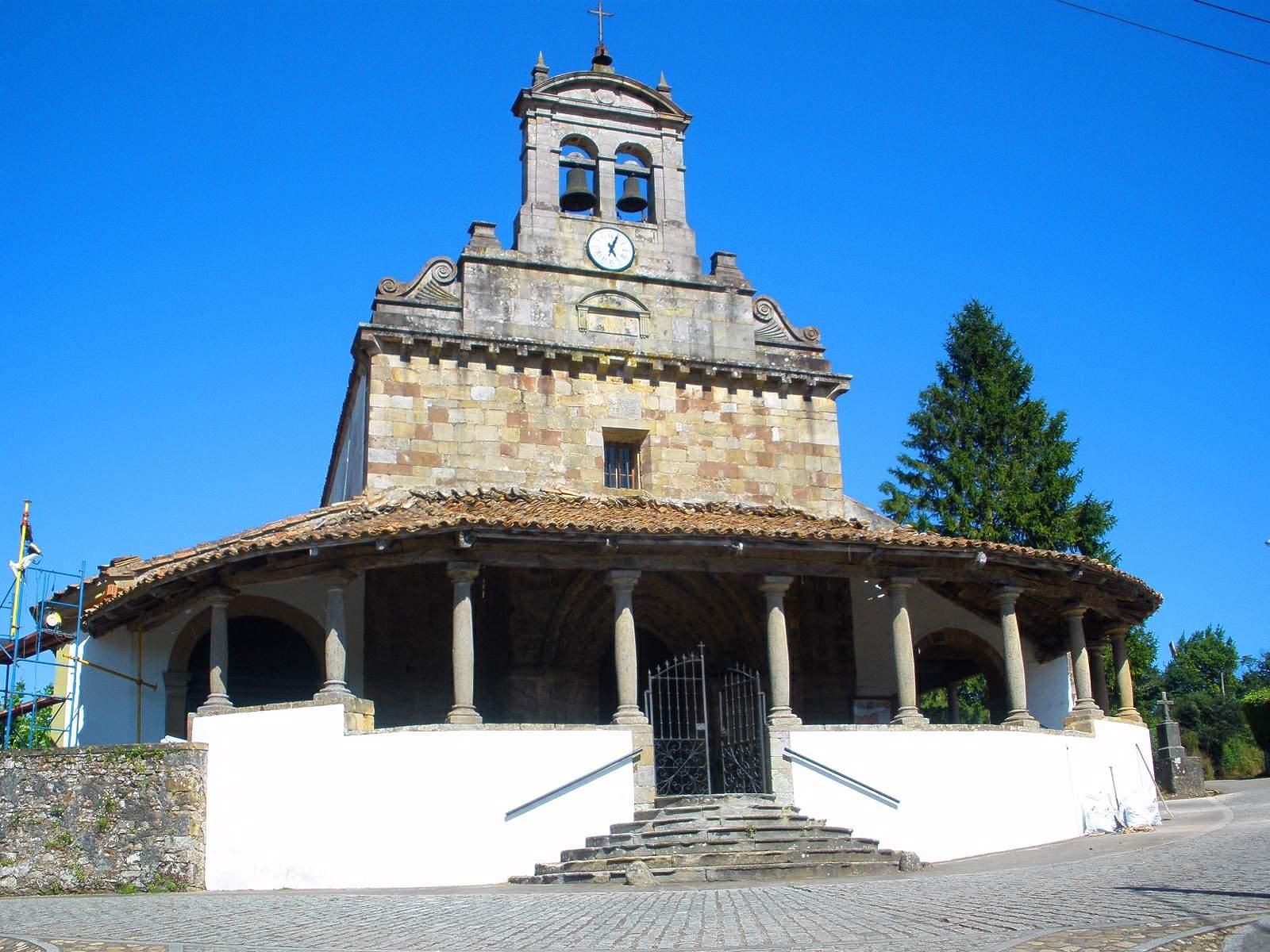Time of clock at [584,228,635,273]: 5:04
